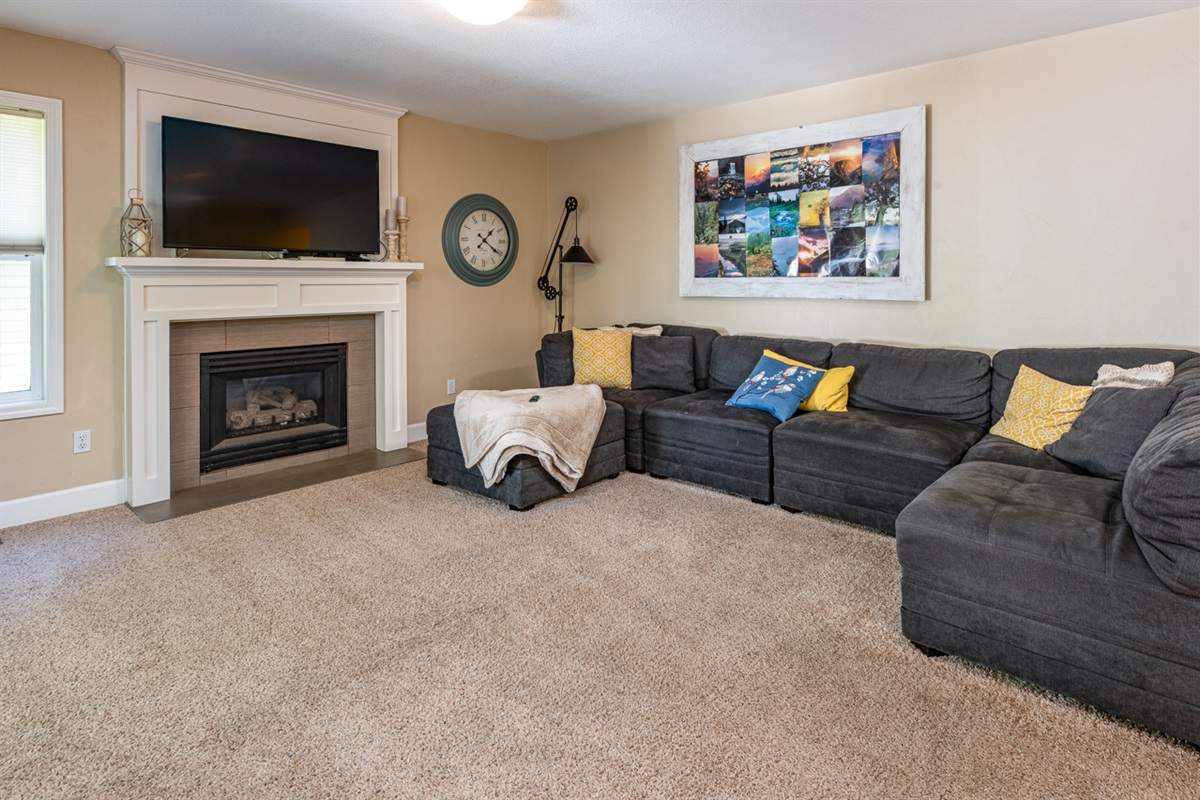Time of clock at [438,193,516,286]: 1:20
